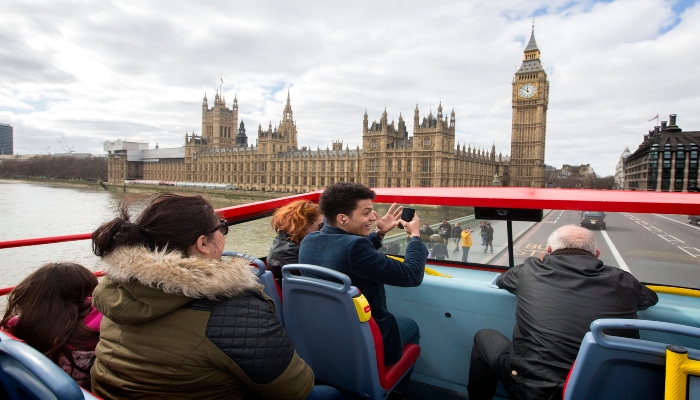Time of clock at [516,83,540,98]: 11:50
